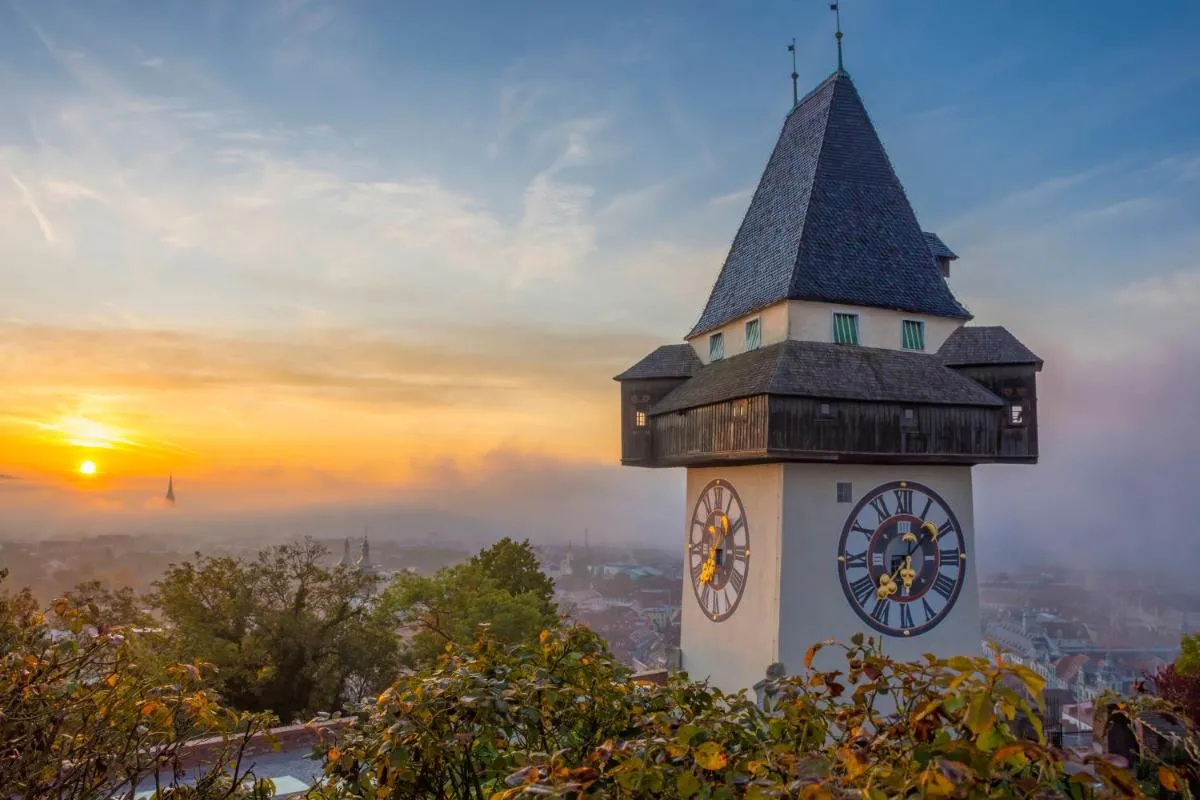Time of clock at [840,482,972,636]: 1:36
